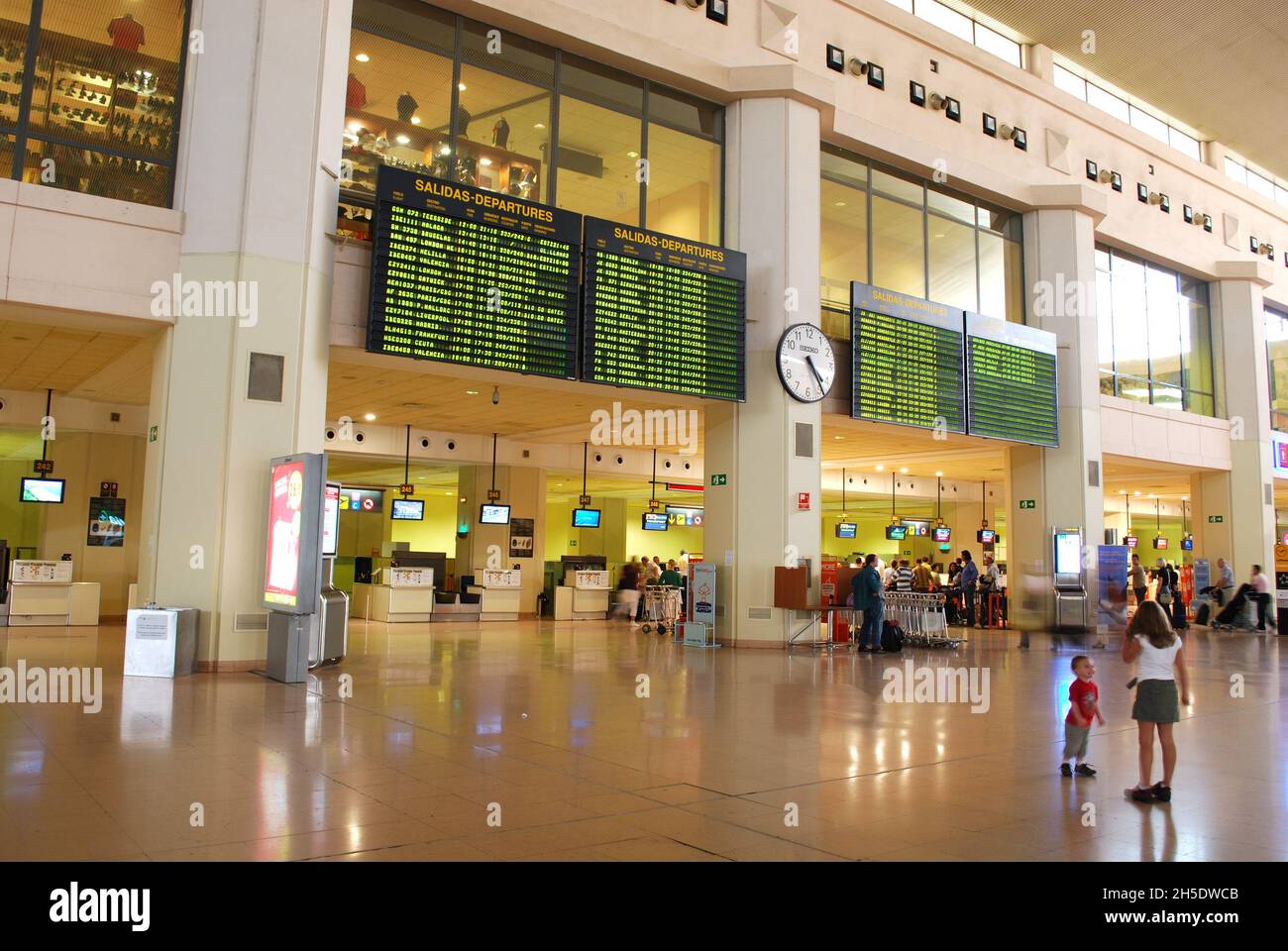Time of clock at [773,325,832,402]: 4:23
